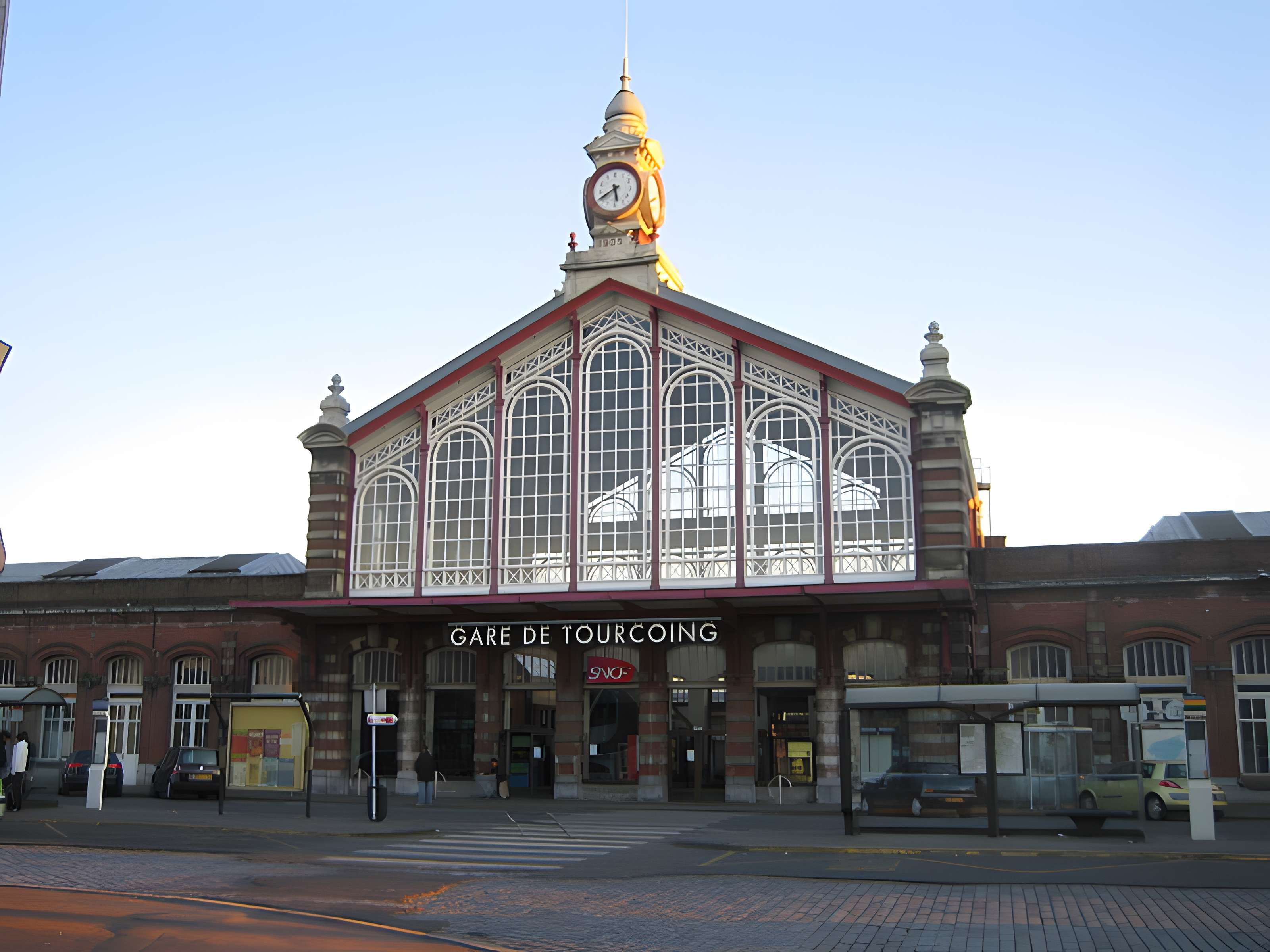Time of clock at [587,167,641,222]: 5:40
